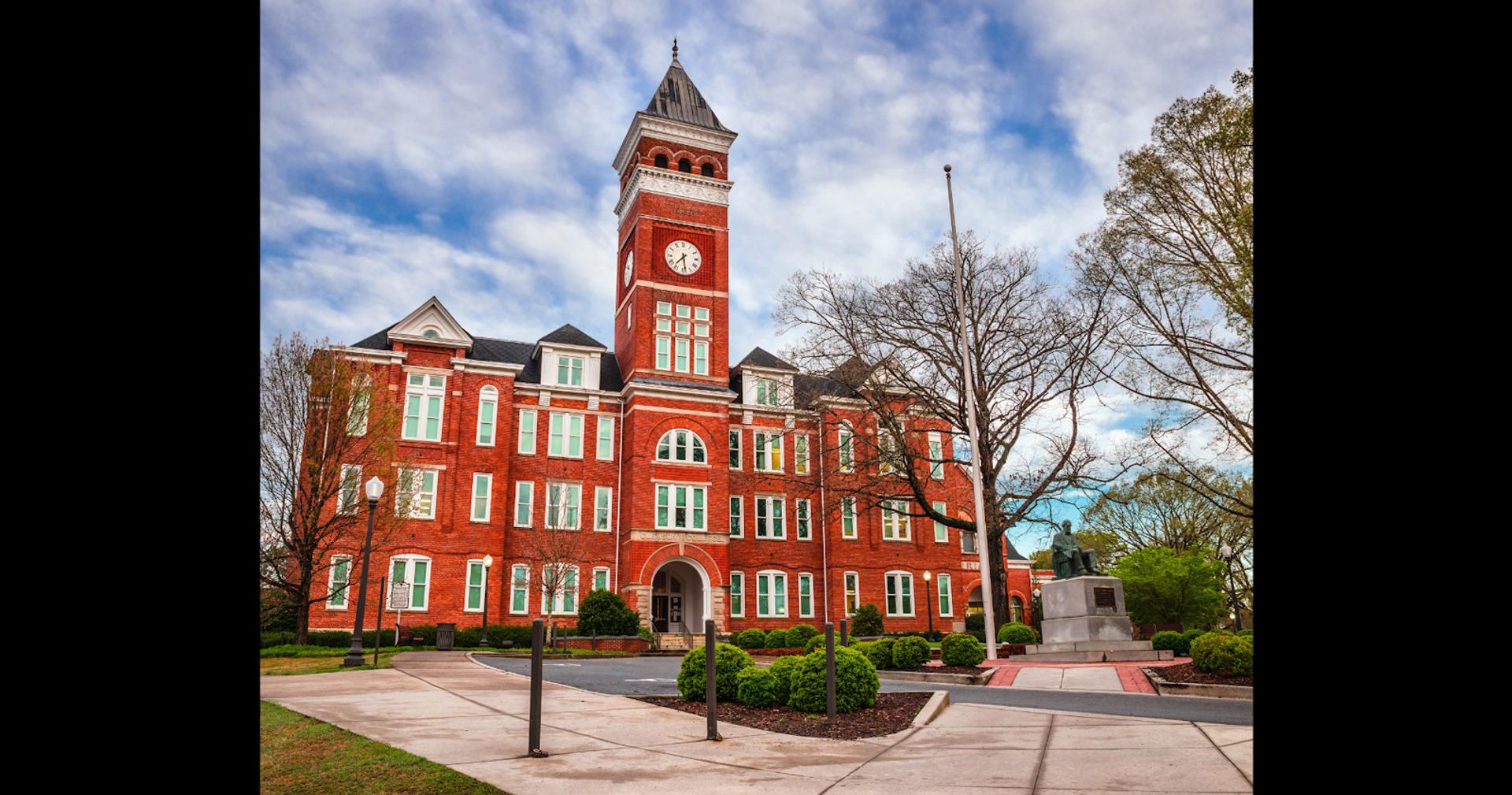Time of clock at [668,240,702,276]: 7:28
